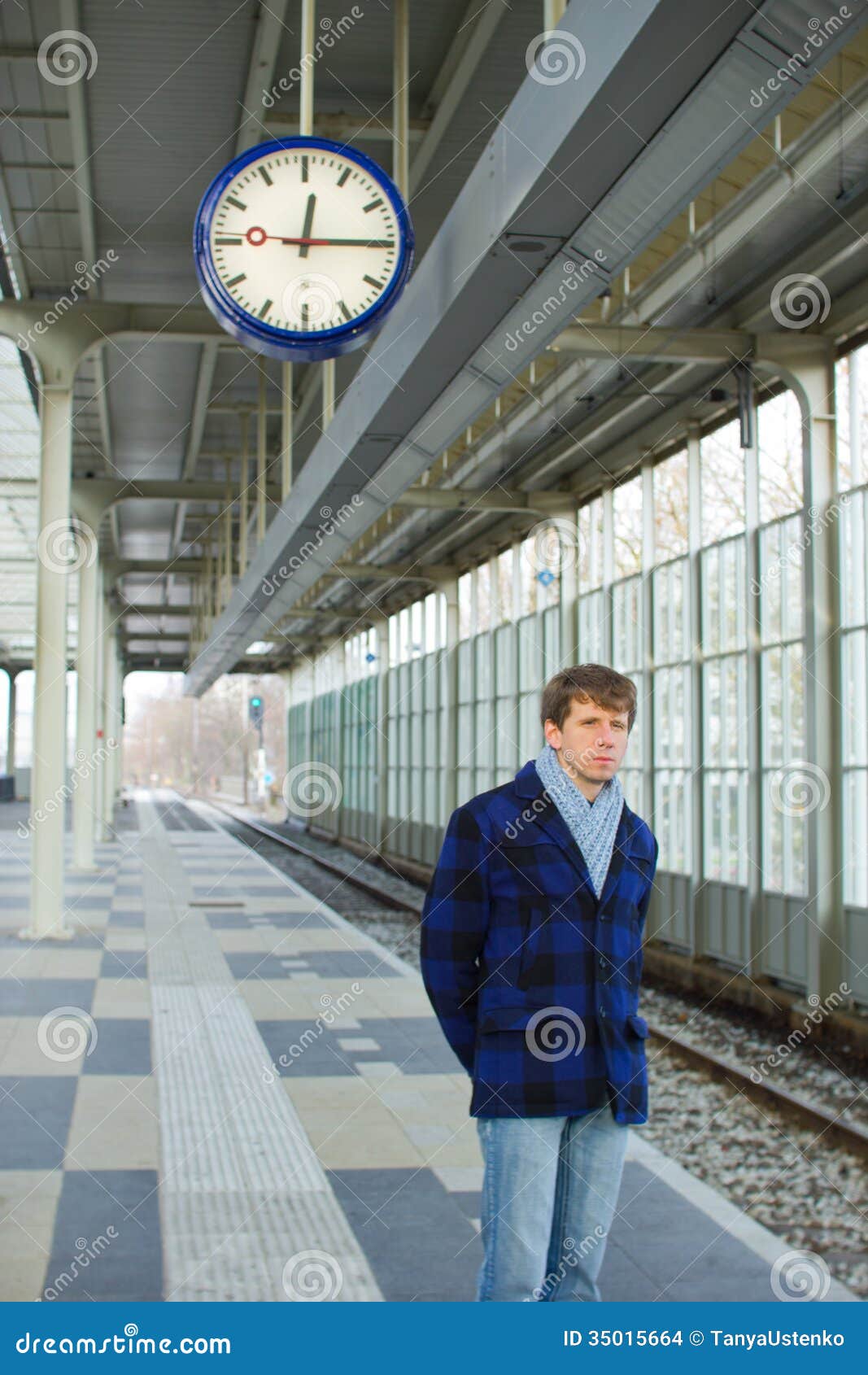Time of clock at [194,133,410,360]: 12:14
